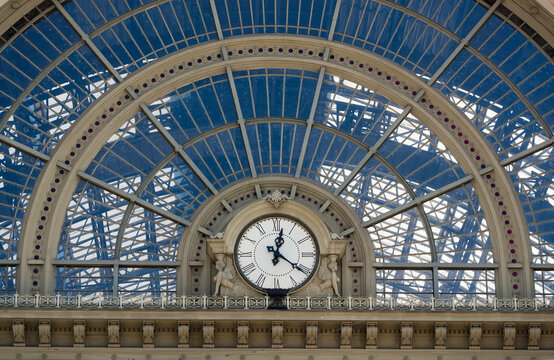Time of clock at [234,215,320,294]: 12:20
